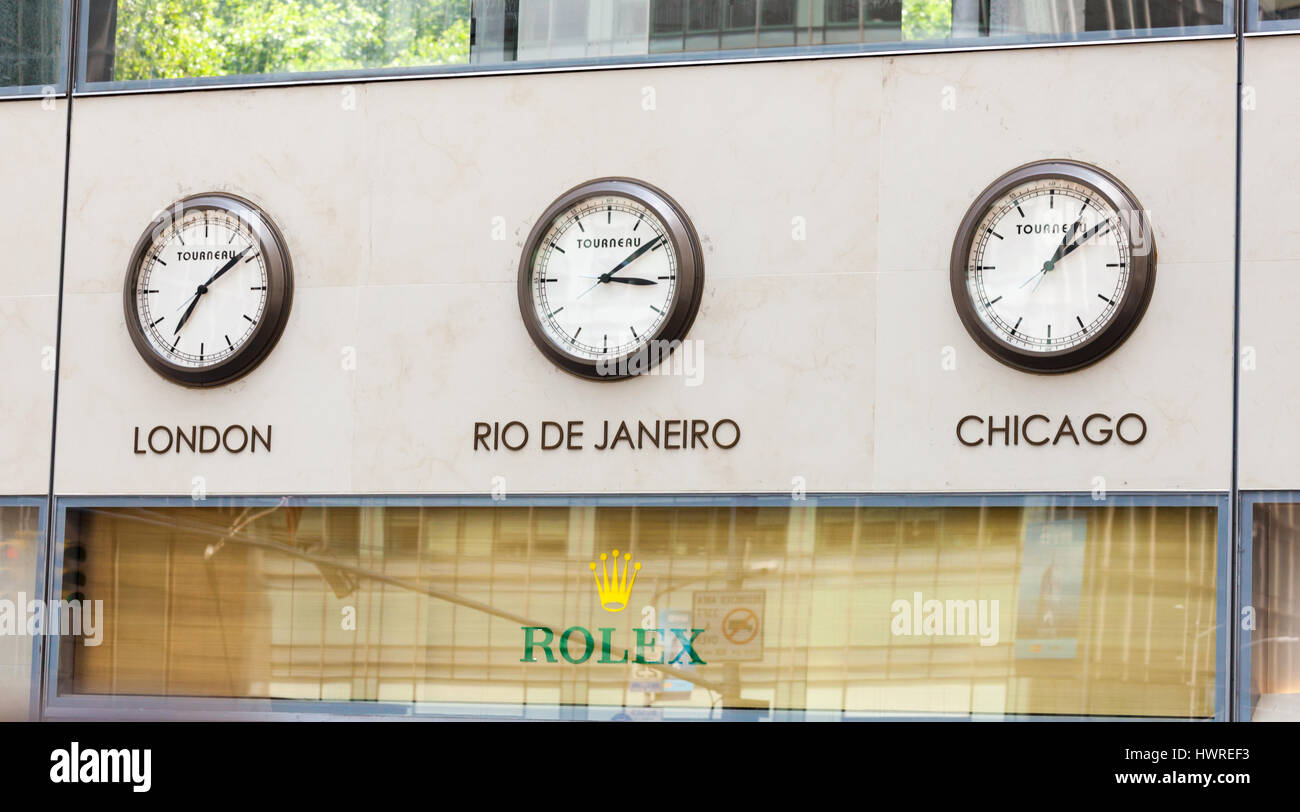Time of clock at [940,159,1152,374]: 1:09
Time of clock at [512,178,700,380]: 3:09
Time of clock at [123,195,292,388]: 7:08
